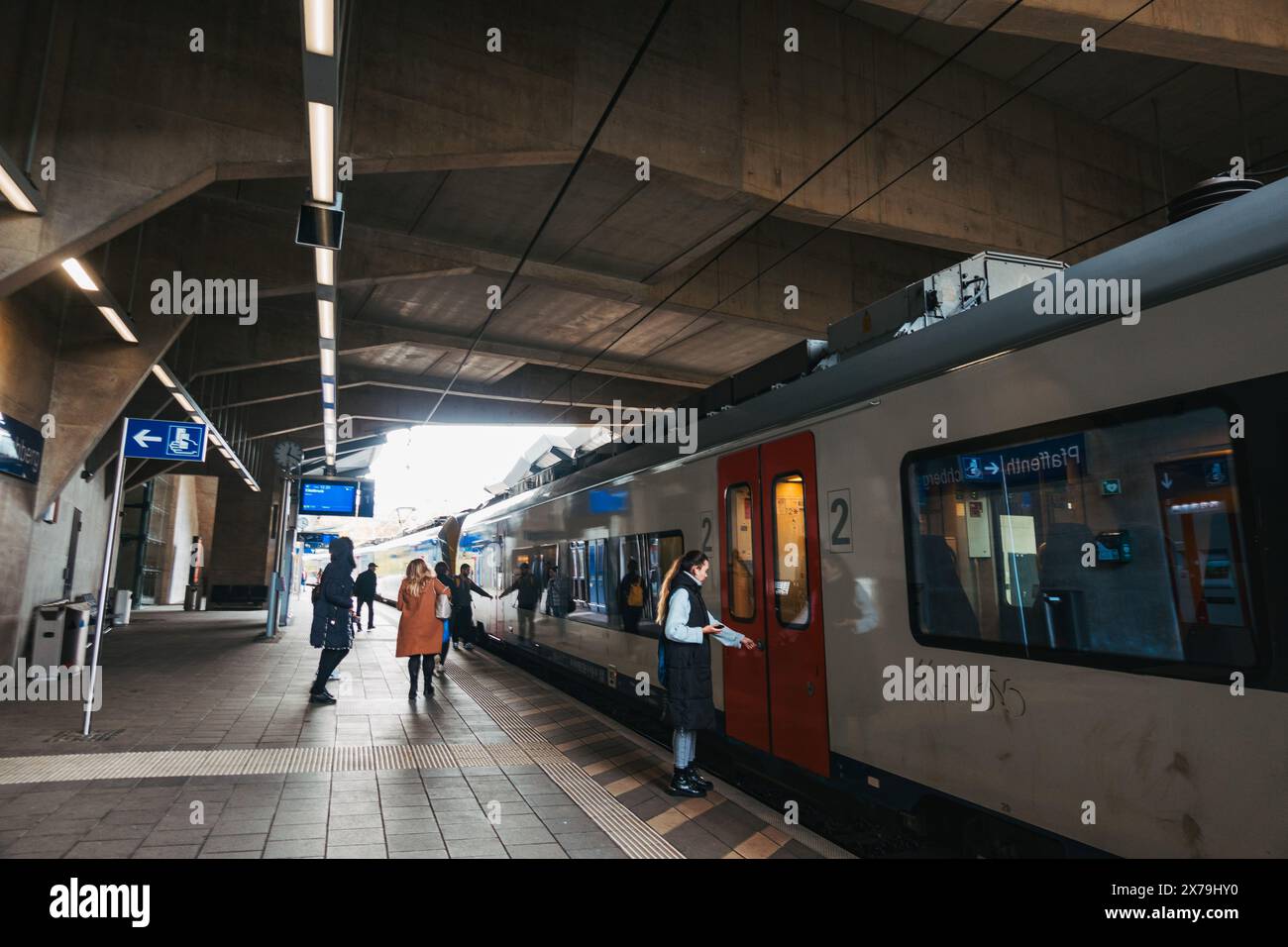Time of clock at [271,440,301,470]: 12:19
